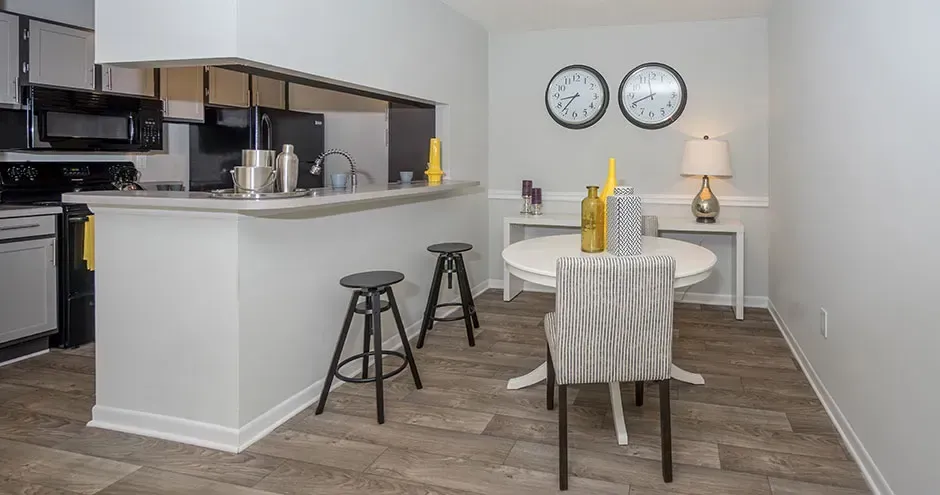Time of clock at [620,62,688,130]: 11:41
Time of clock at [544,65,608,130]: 8:36
